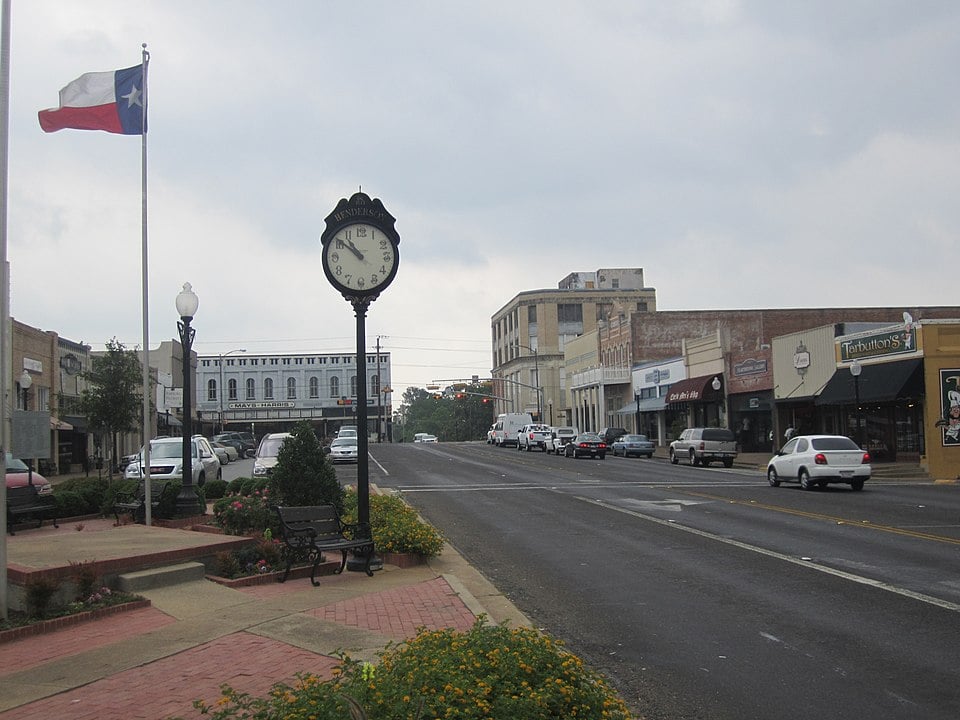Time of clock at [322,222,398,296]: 10:51
